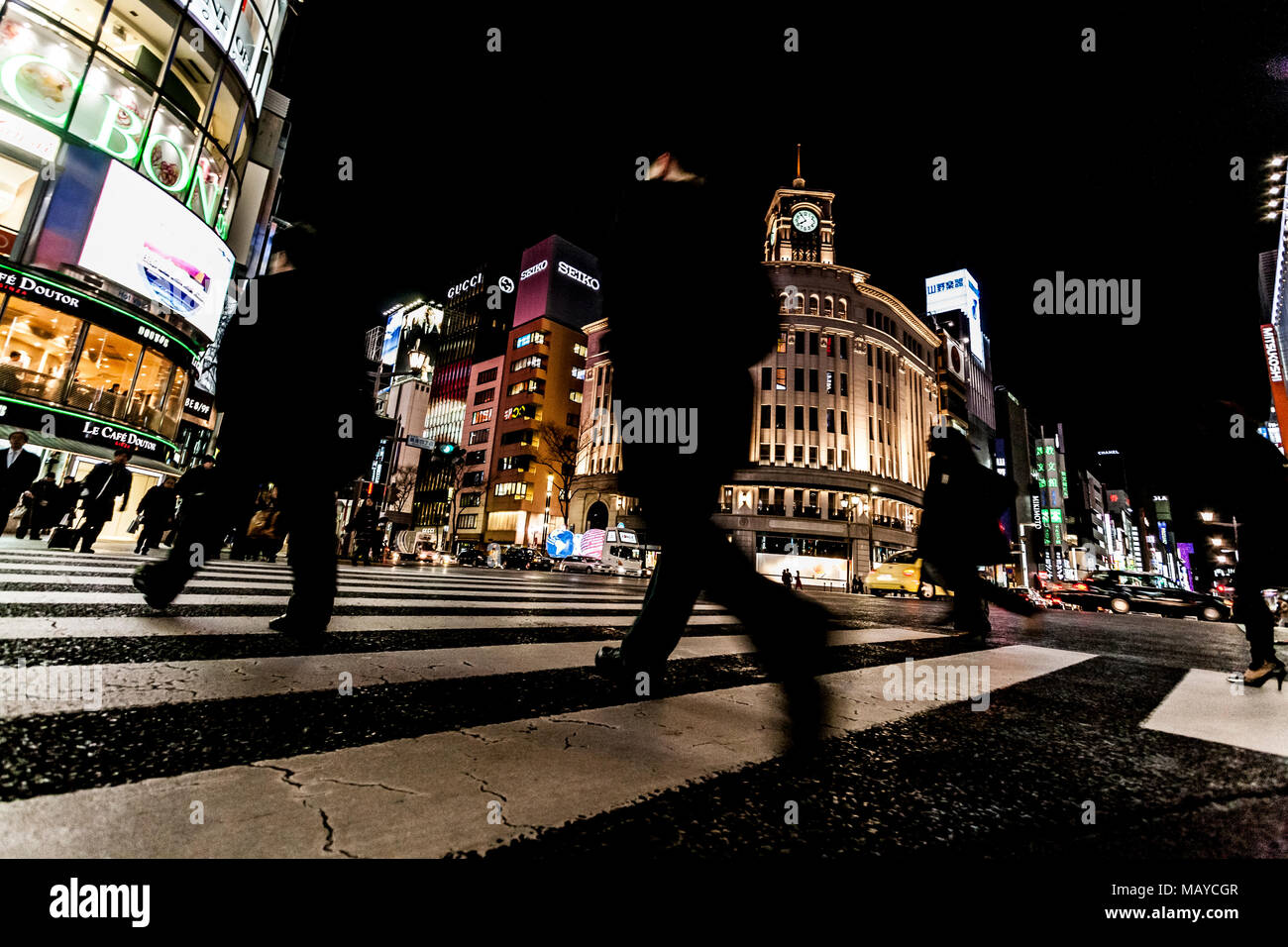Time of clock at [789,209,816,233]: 7:54
